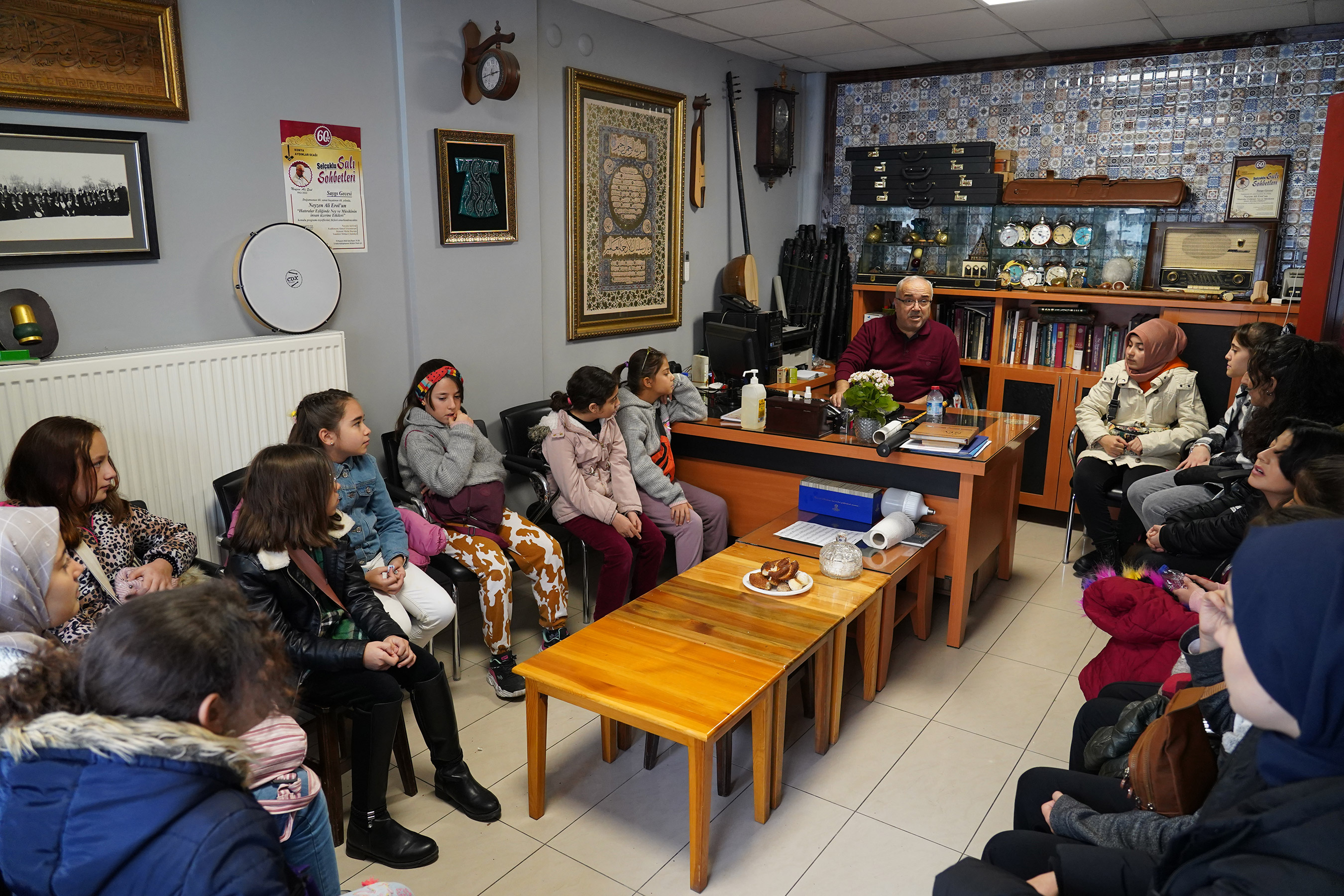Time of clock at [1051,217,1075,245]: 4:43
